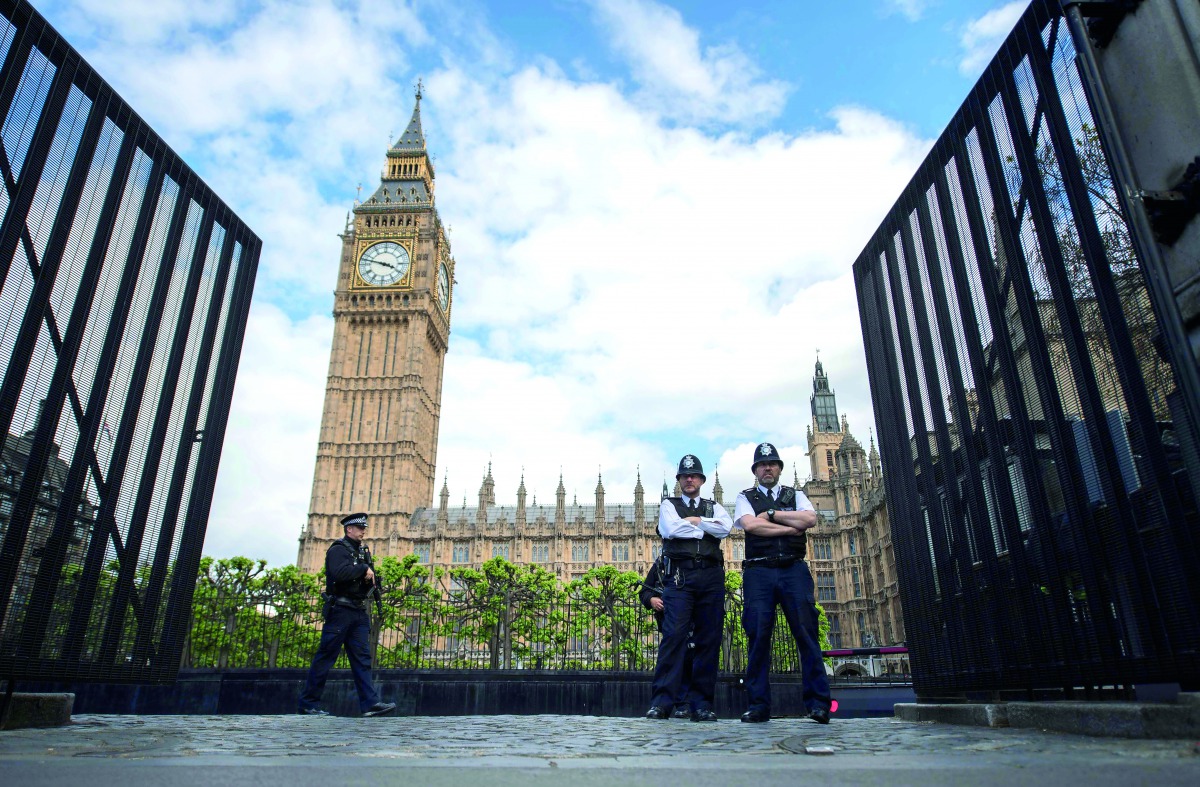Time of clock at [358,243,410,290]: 3:47
